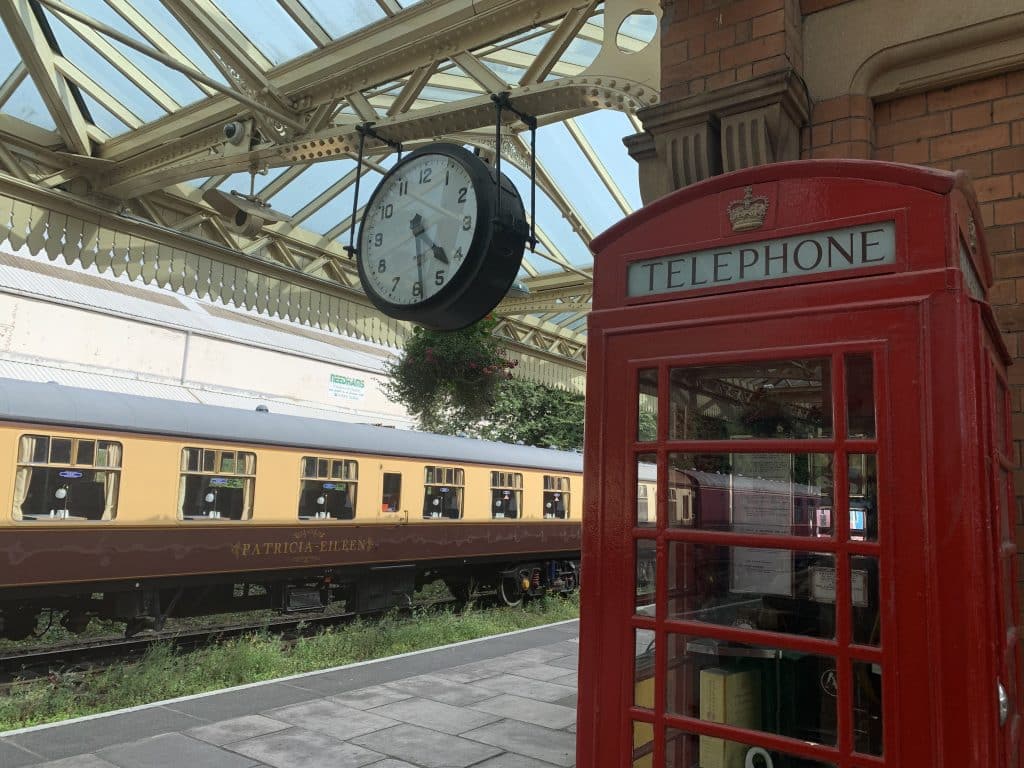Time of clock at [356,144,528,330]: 4:28
